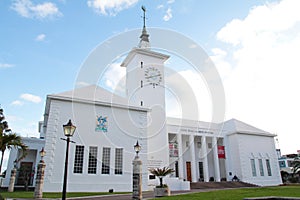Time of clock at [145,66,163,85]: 8:12
